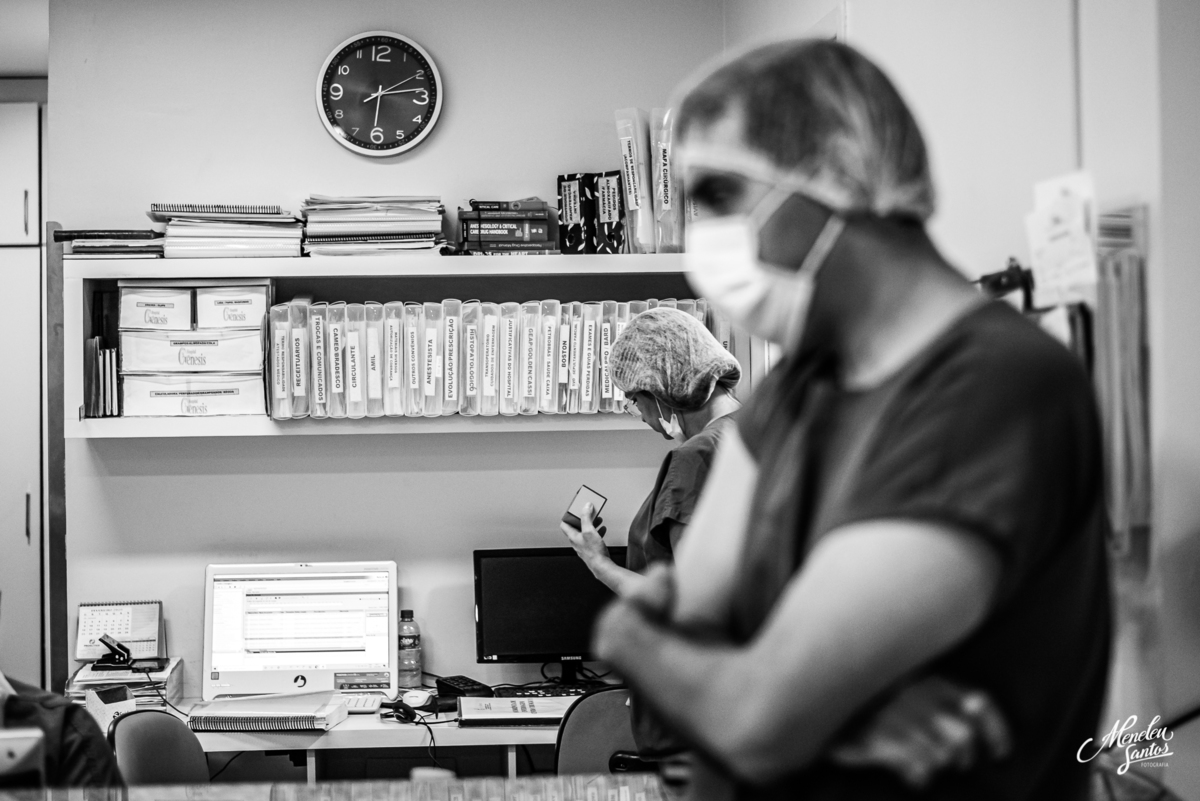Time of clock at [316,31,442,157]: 6:13
